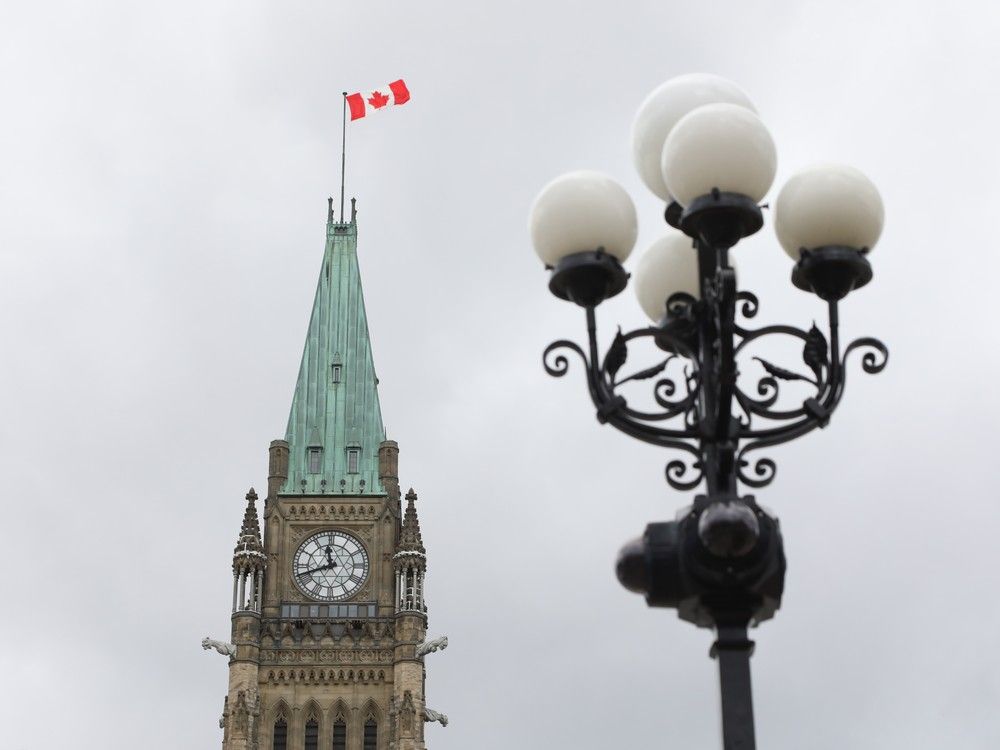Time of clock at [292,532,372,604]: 11:41
